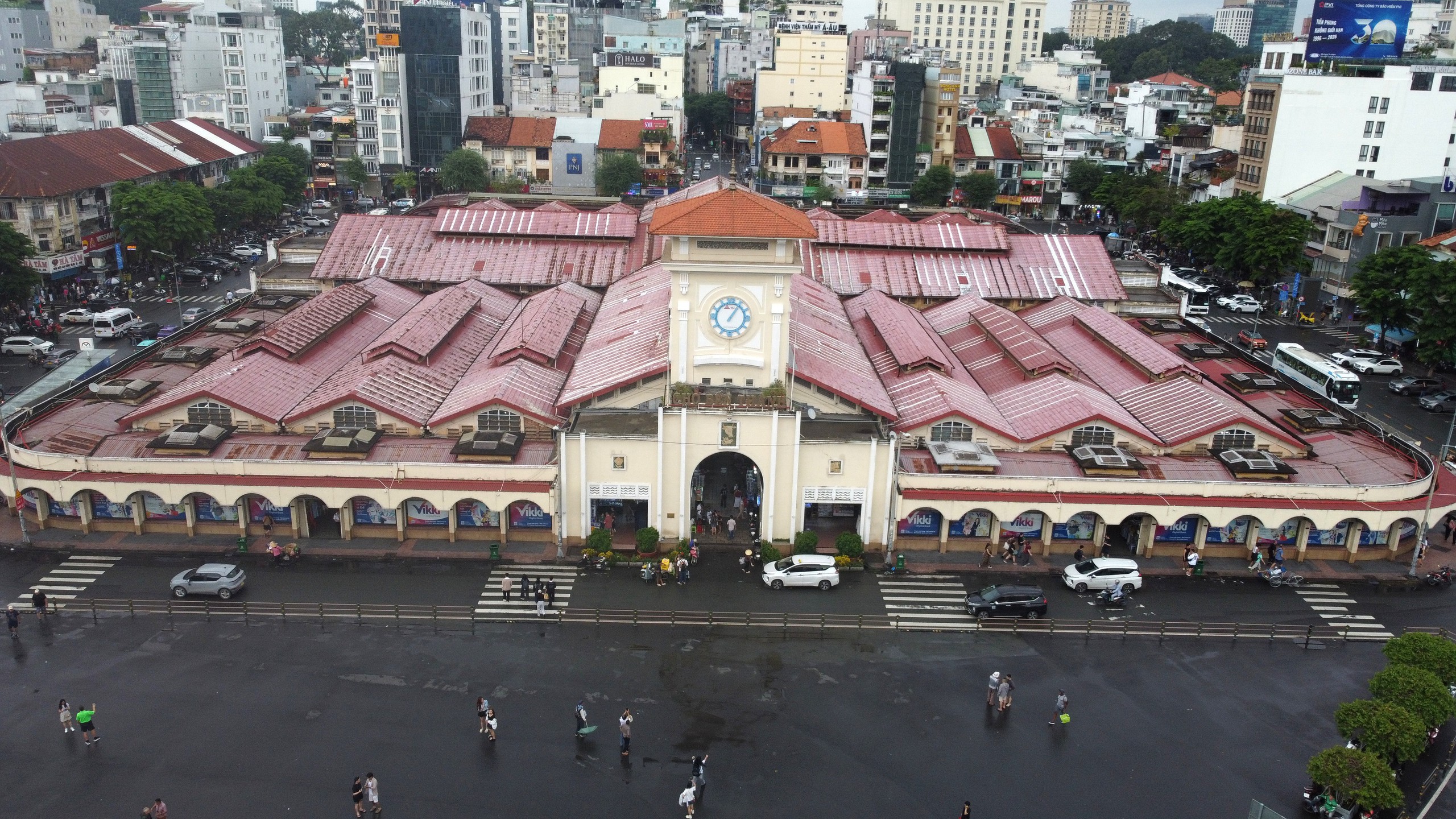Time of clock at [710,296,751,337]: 1:05
